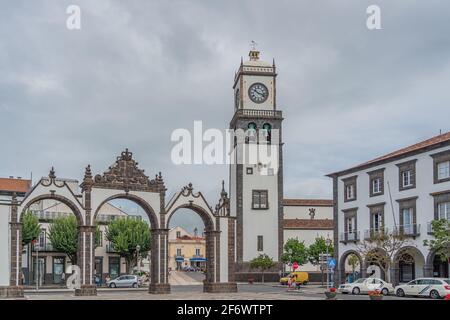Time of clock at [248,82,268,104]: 10:17
